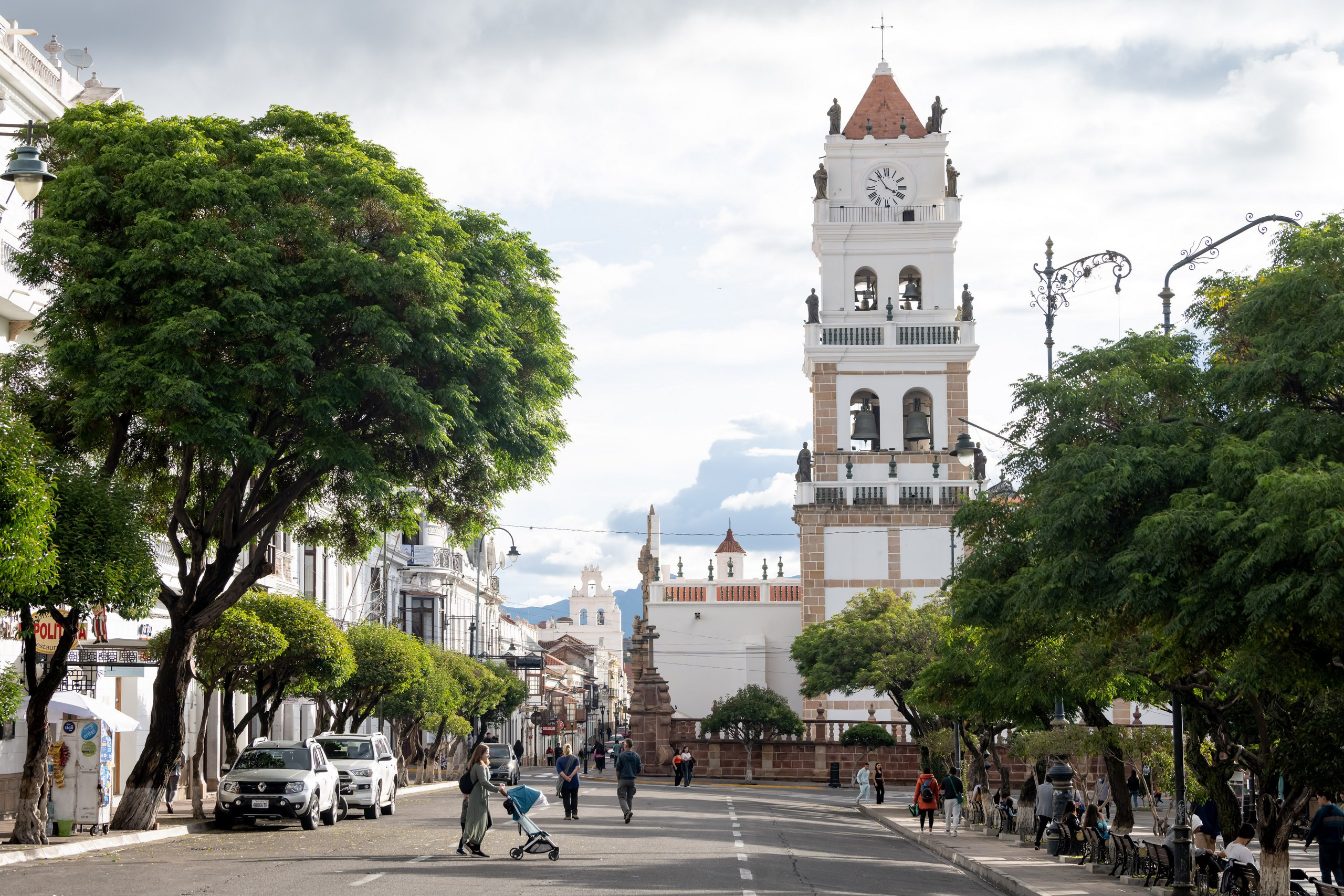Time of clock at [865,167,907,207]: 3:54
